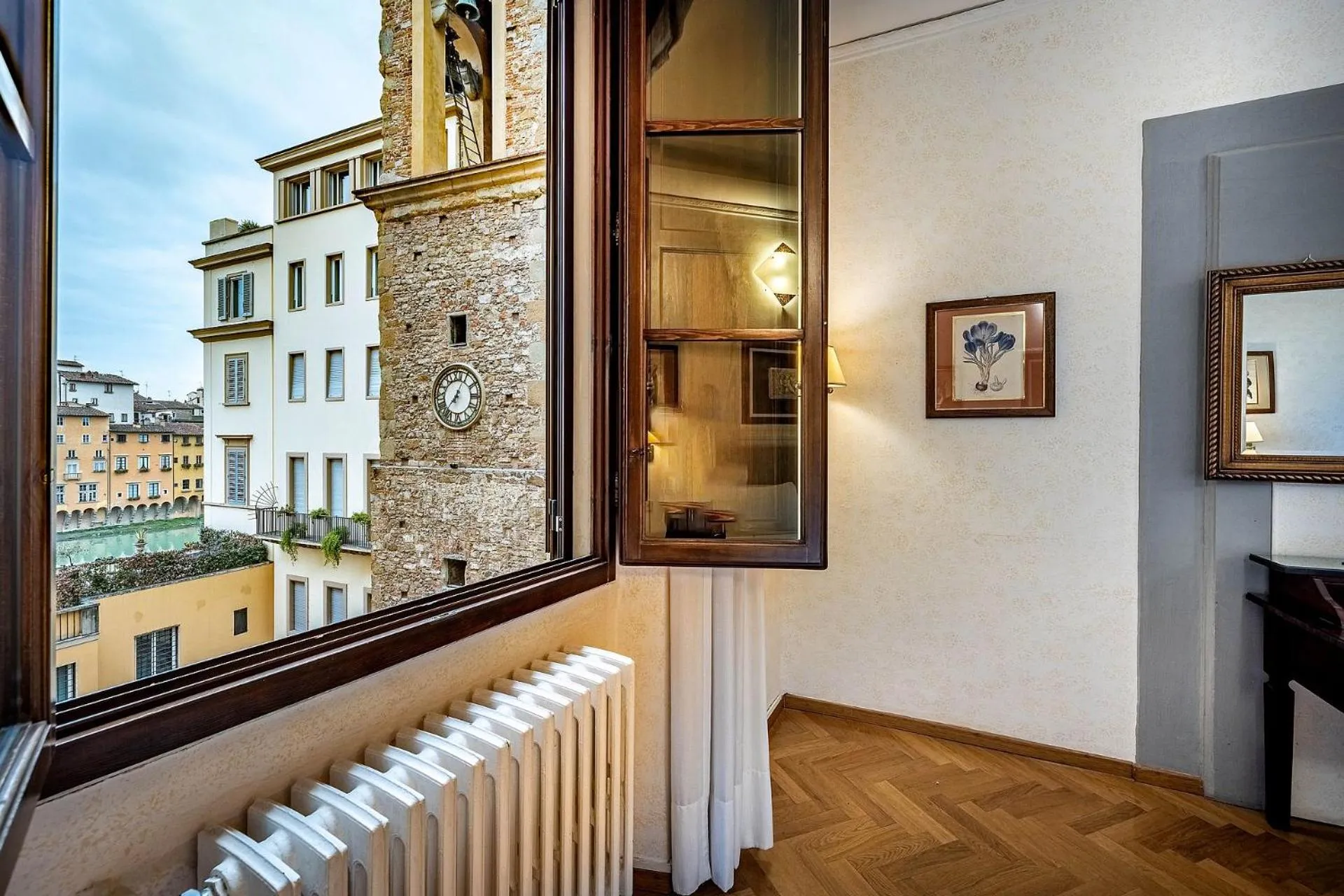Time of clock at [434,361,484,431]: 7:04
